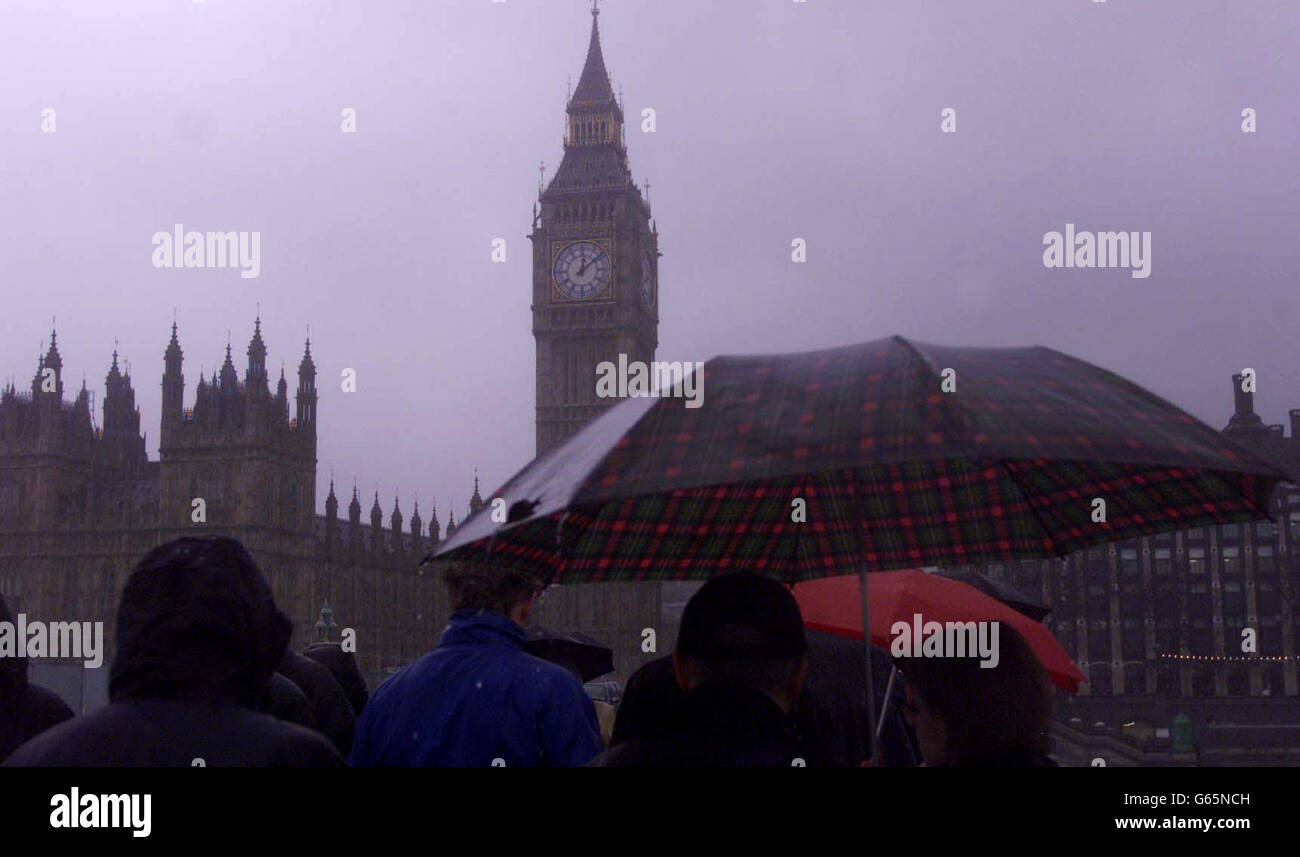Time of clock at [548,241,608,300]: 12:08
